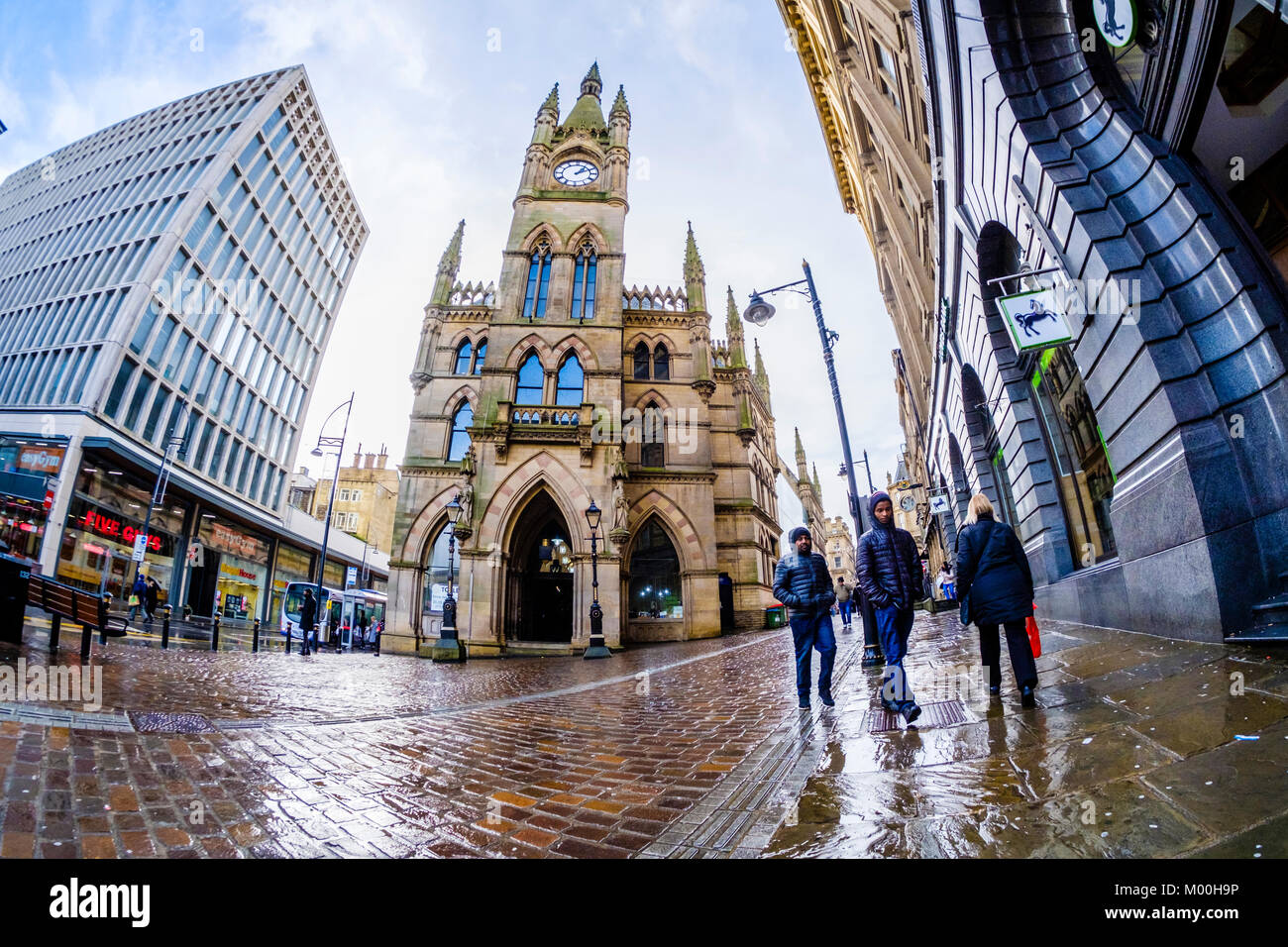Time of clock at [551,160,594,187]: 1:10
